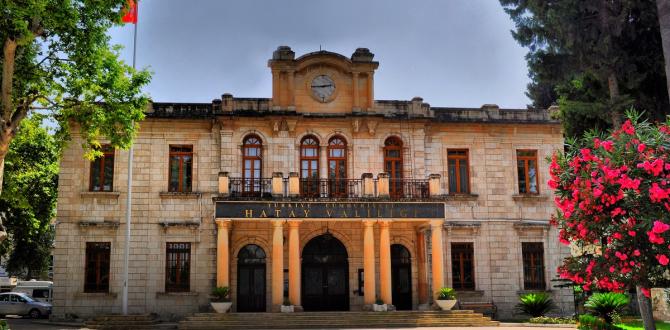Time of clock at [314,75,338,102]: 2:45
